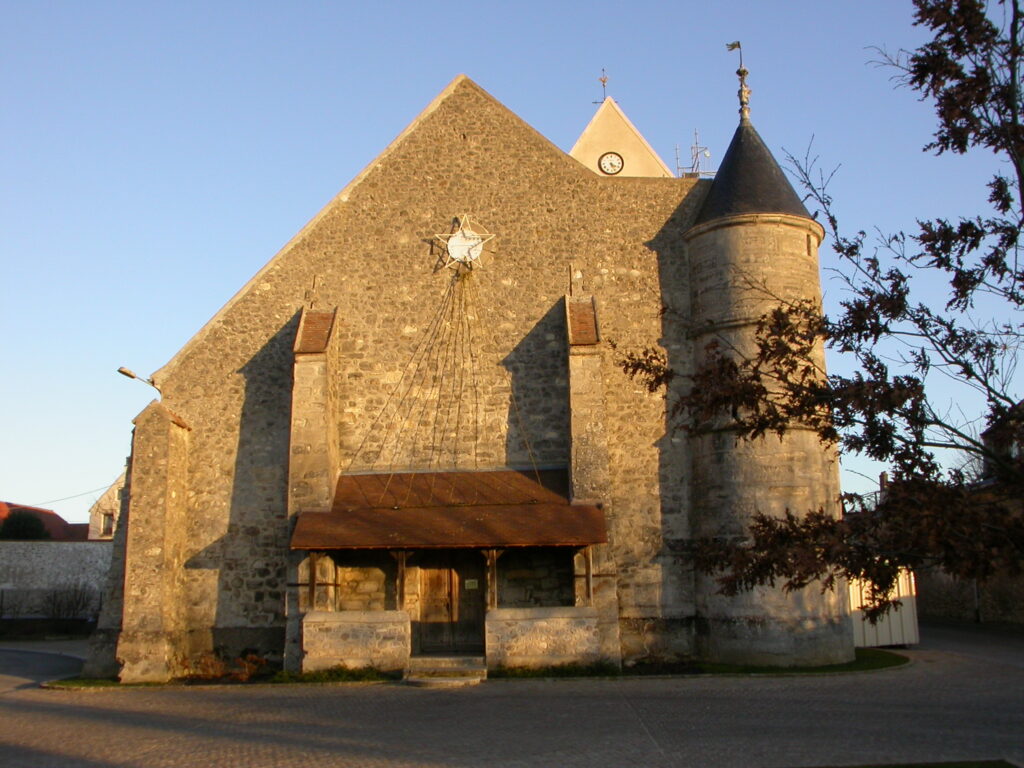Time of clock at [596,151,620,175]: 4:26
